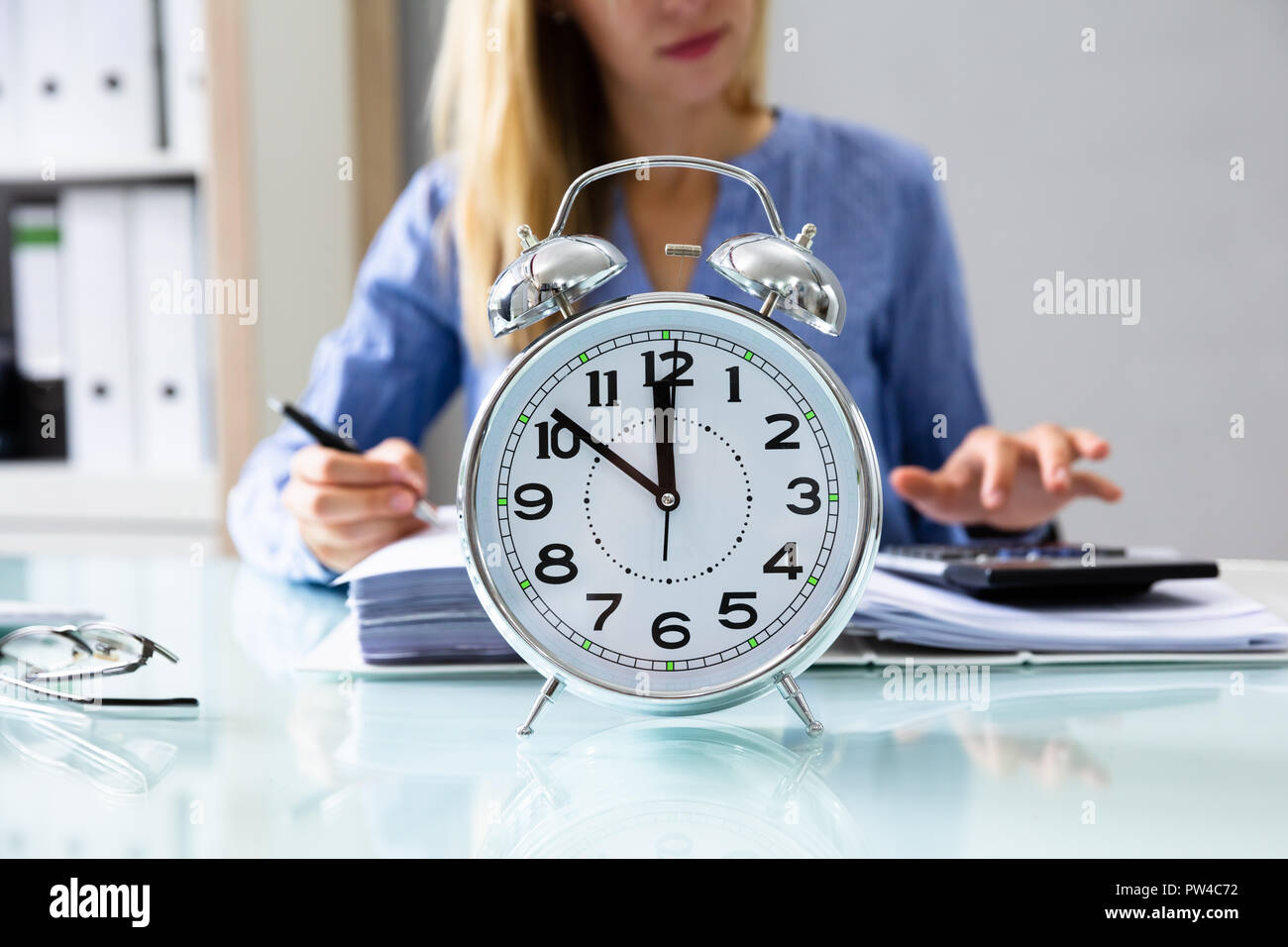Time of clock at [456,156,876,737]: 11:51
